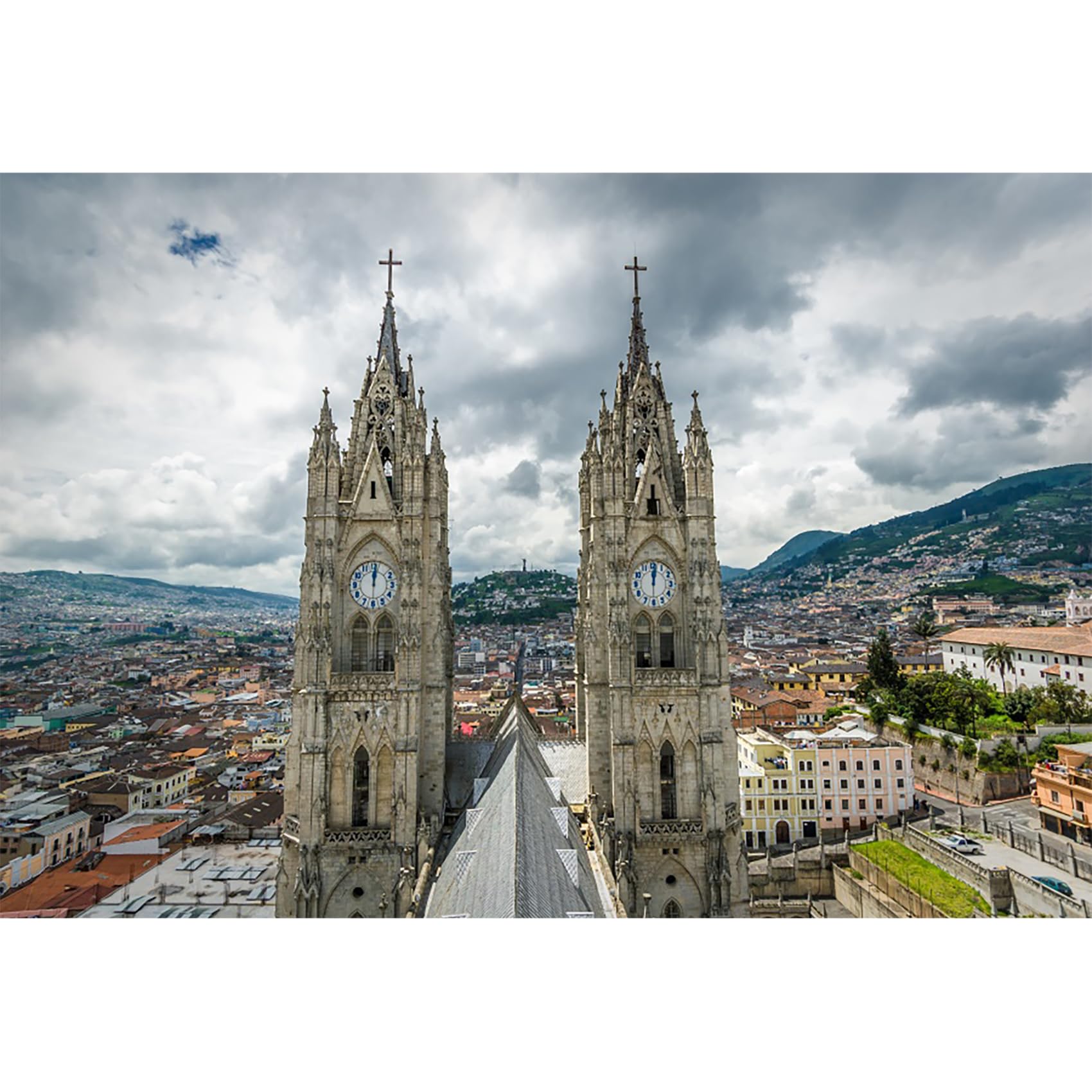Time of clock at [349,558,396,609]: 12:01
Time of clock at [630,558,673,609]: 12:01
